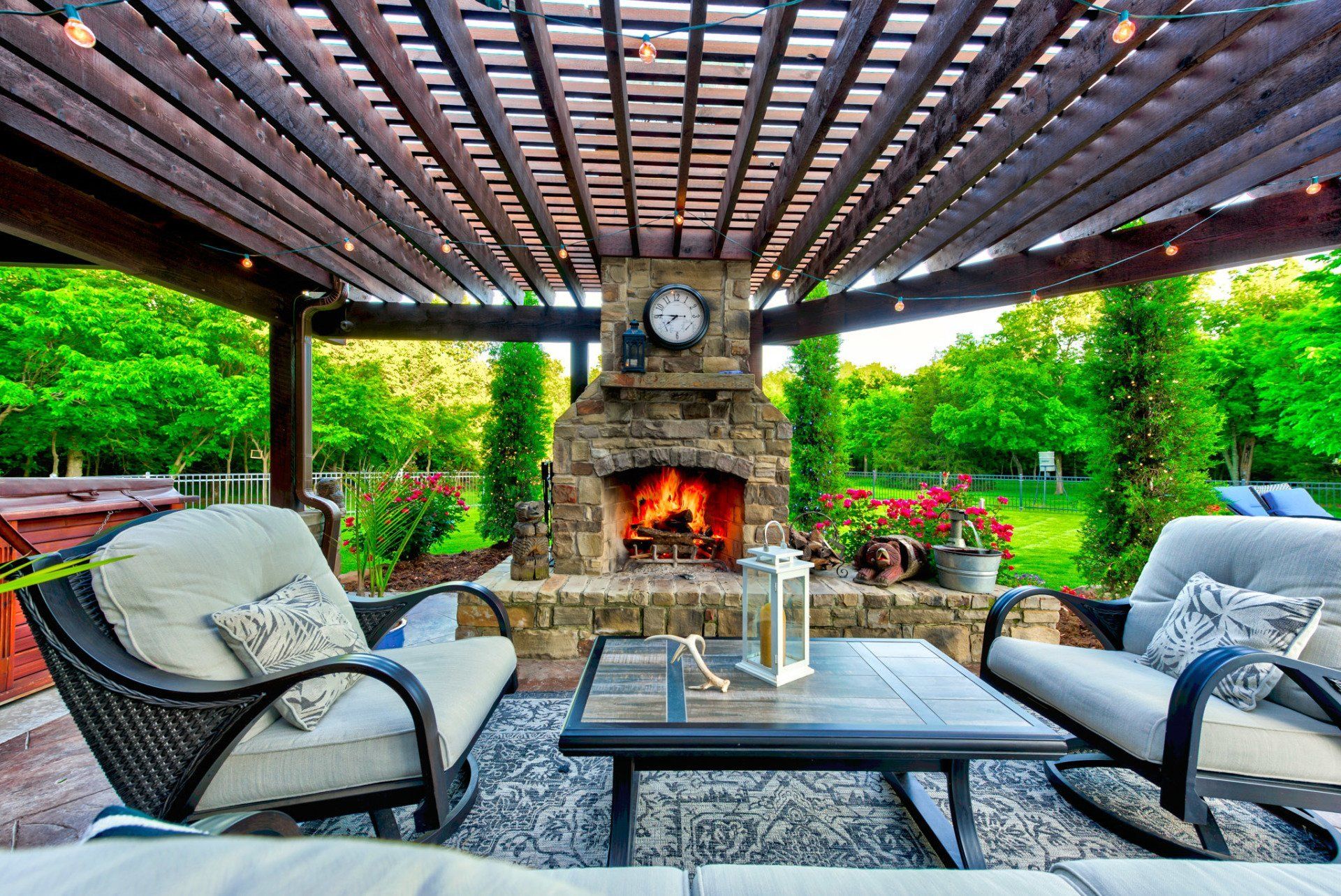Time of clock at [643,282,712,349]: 7:45
